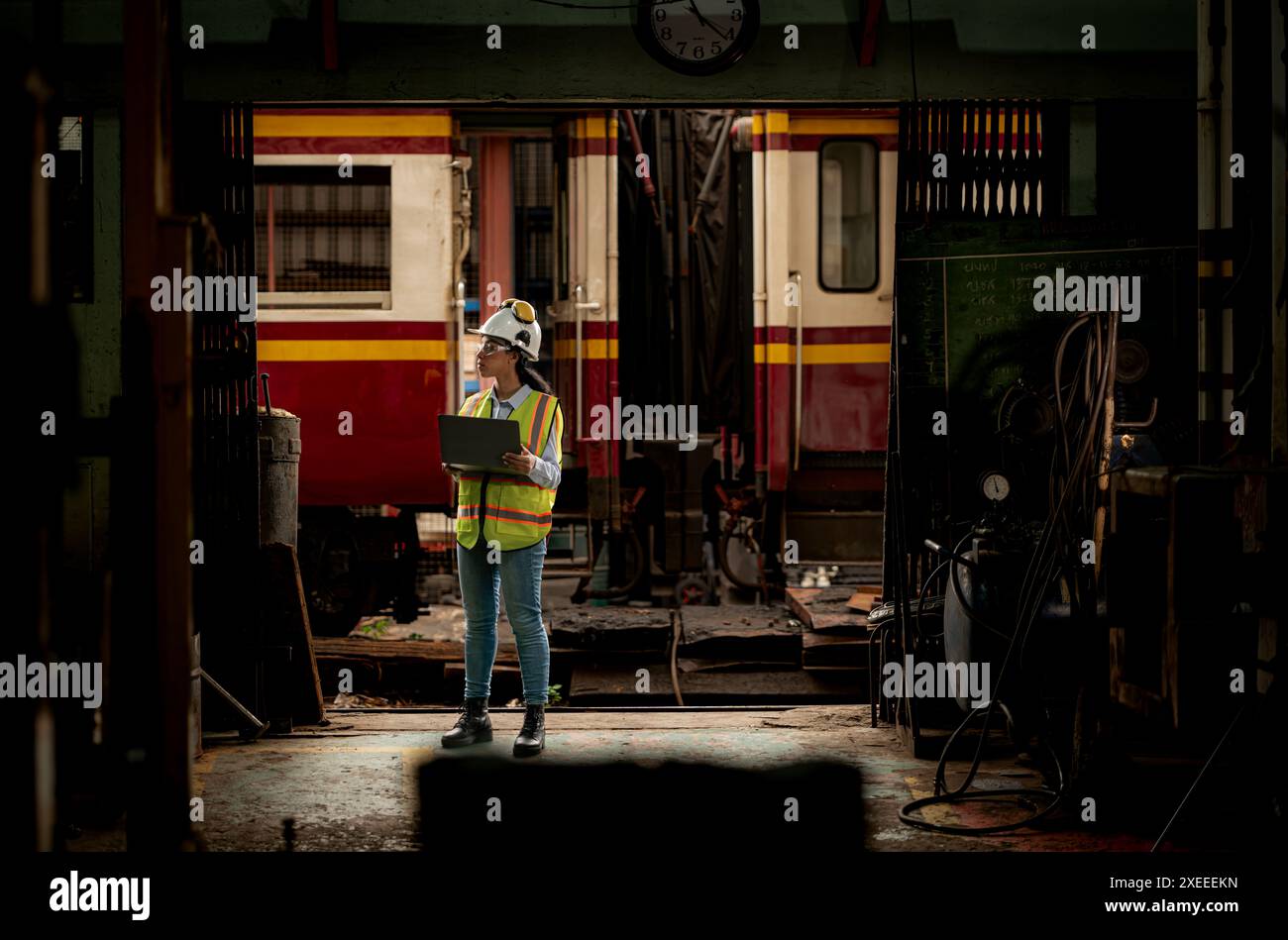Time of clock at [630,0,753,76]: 11:21
